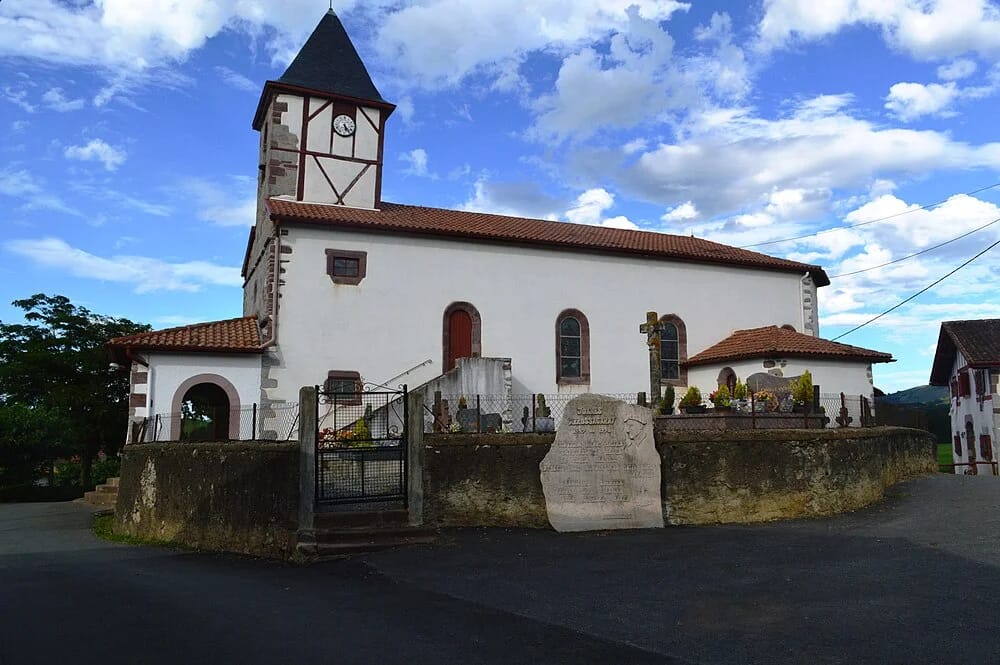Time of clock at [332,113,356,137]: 5:23
